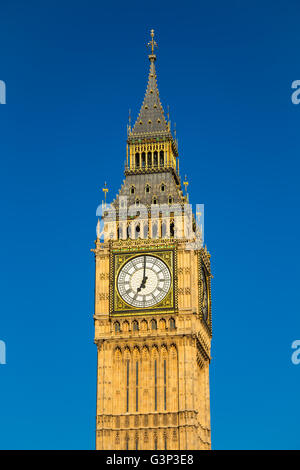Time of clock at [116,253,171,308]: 7:00
